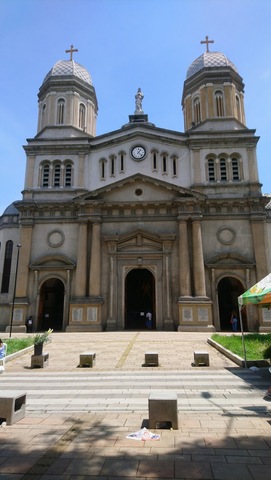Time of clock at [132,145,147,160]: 1:22
